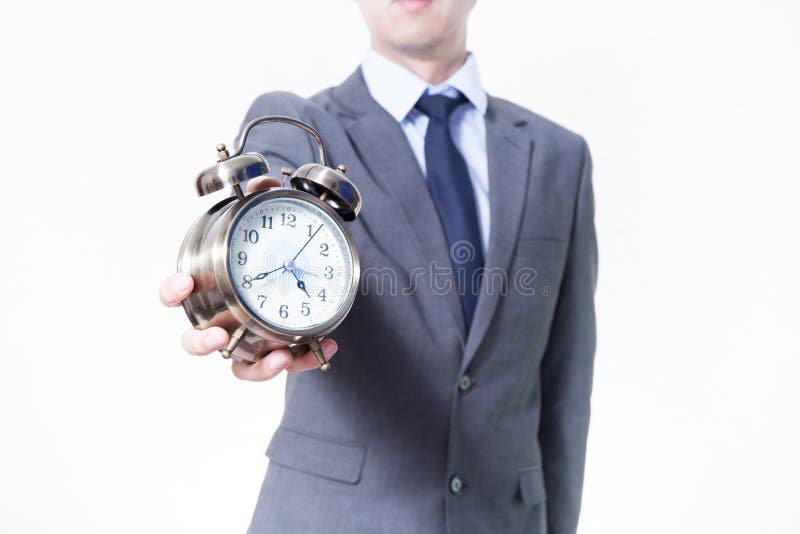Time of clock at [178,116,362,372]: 4:41
